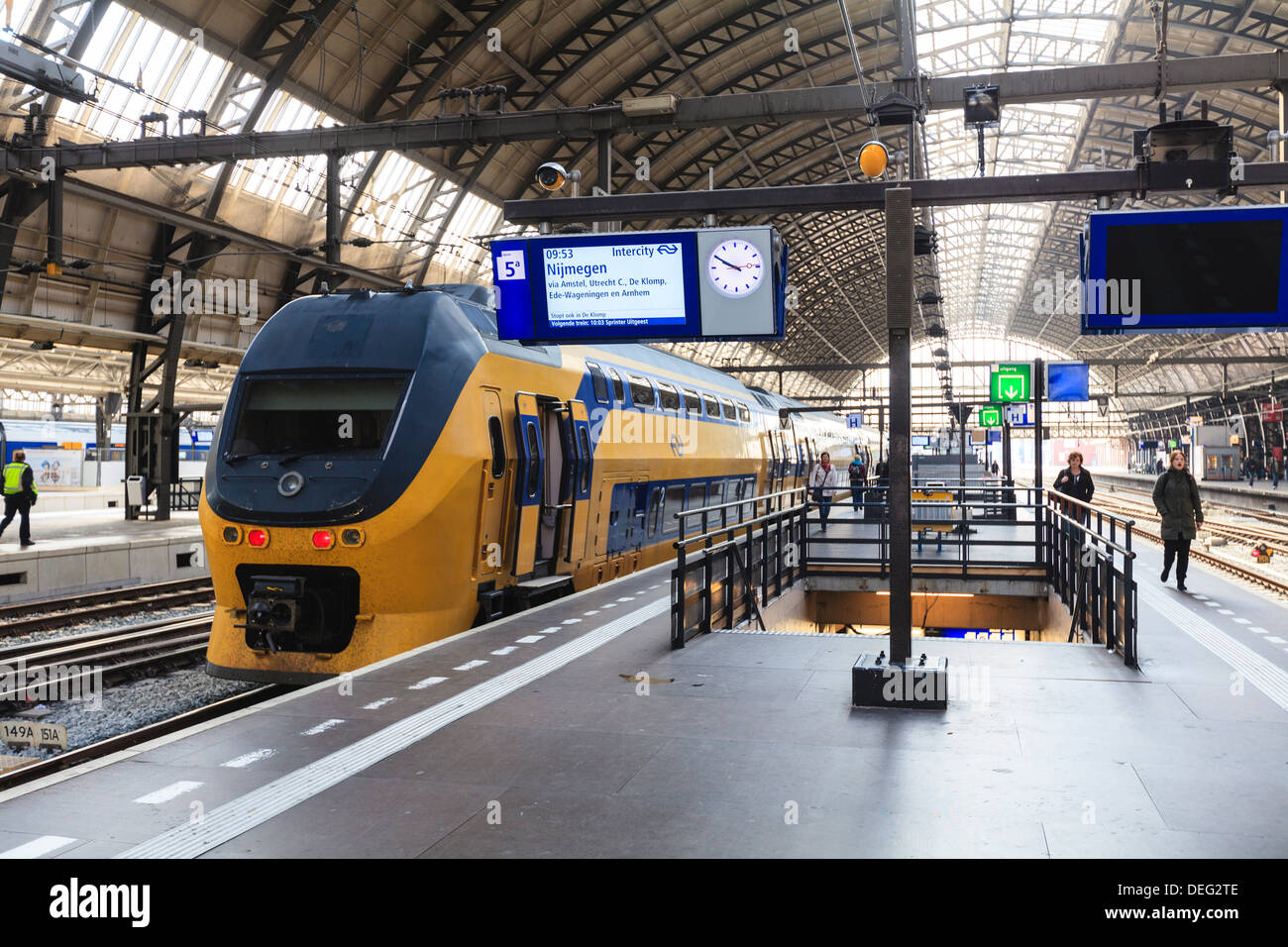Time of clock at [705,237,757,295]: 2:49
